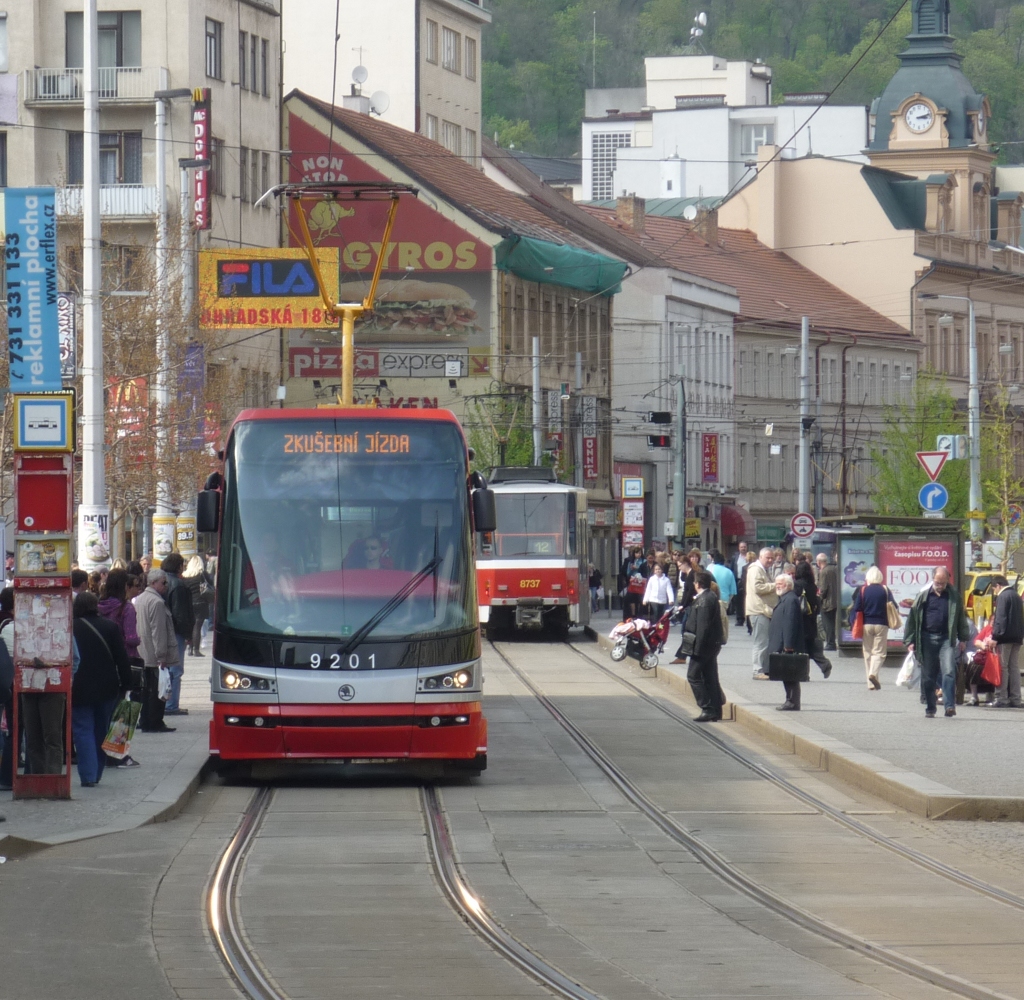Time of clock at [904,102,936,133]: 3:12
